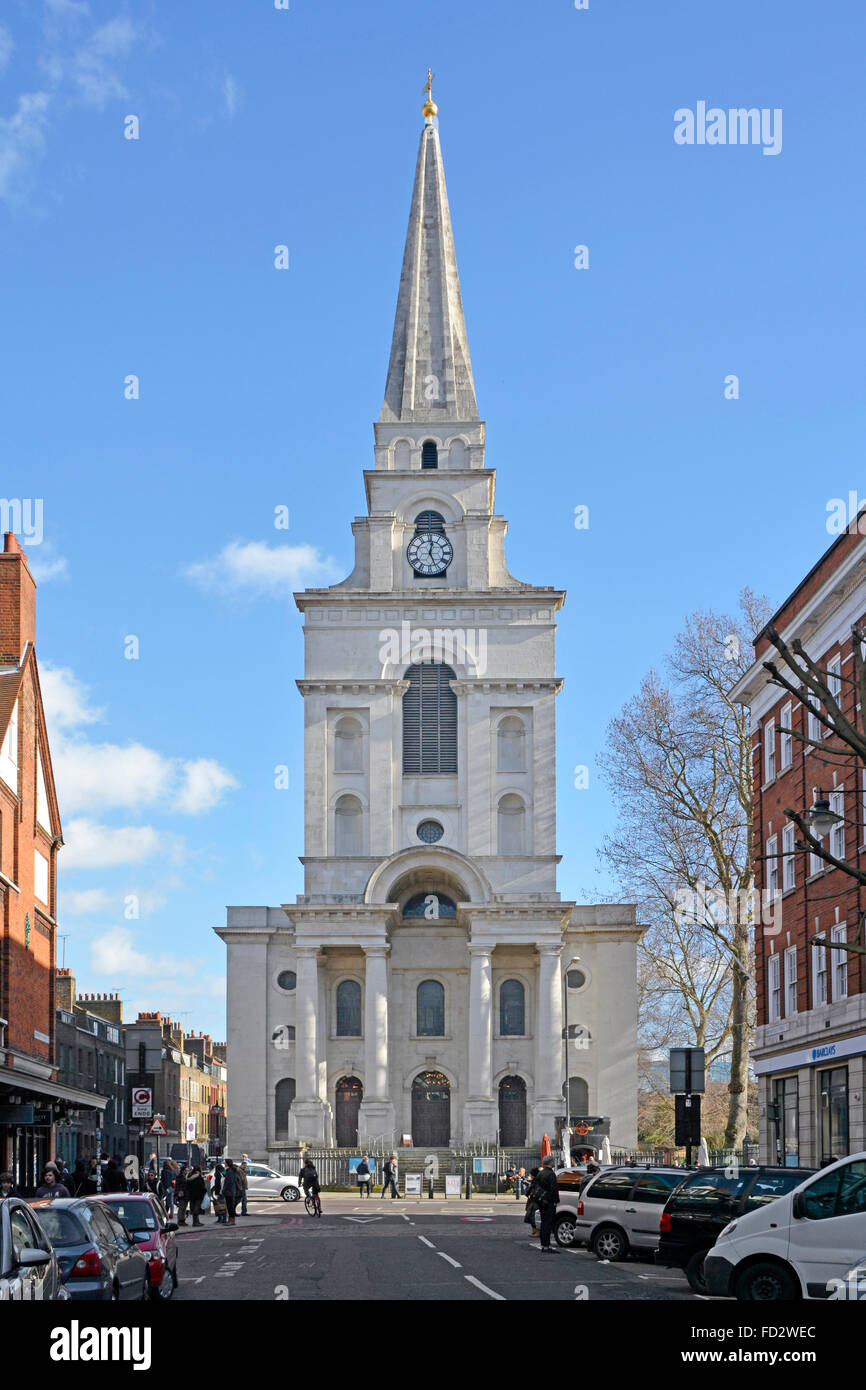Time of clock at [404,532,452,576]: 12:25
